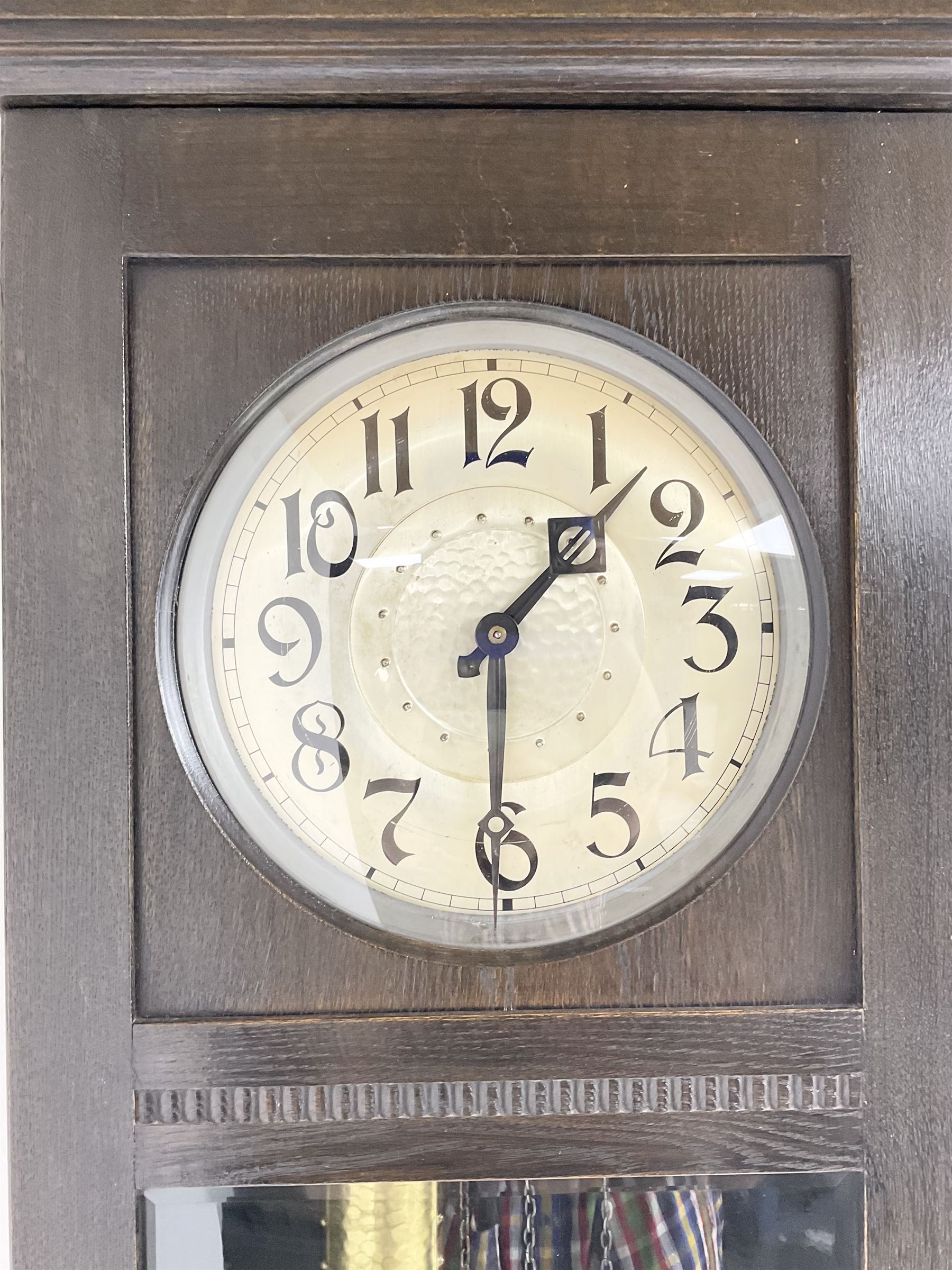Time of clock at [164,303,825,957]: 1:30
